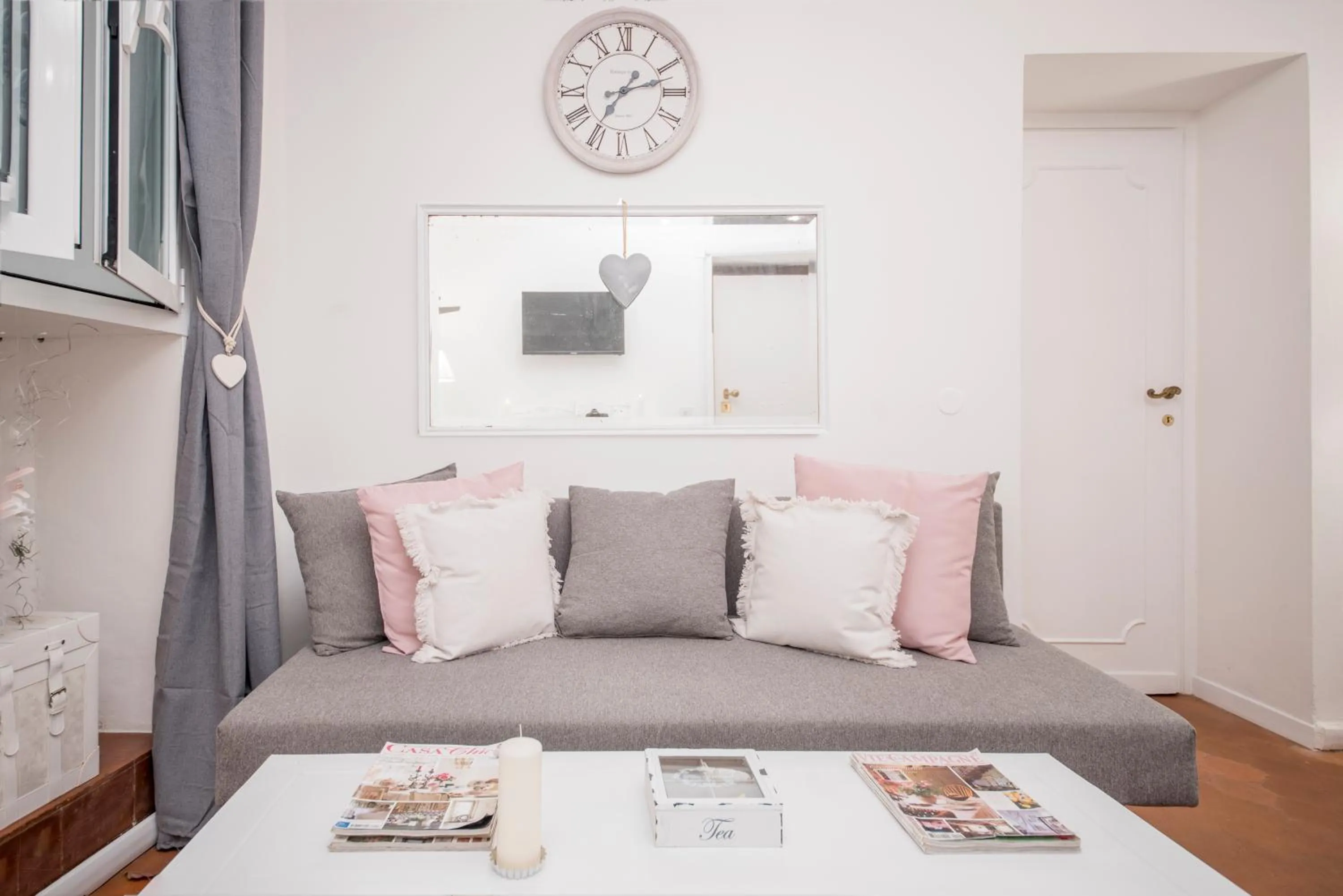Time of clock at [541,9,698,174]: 7:12
